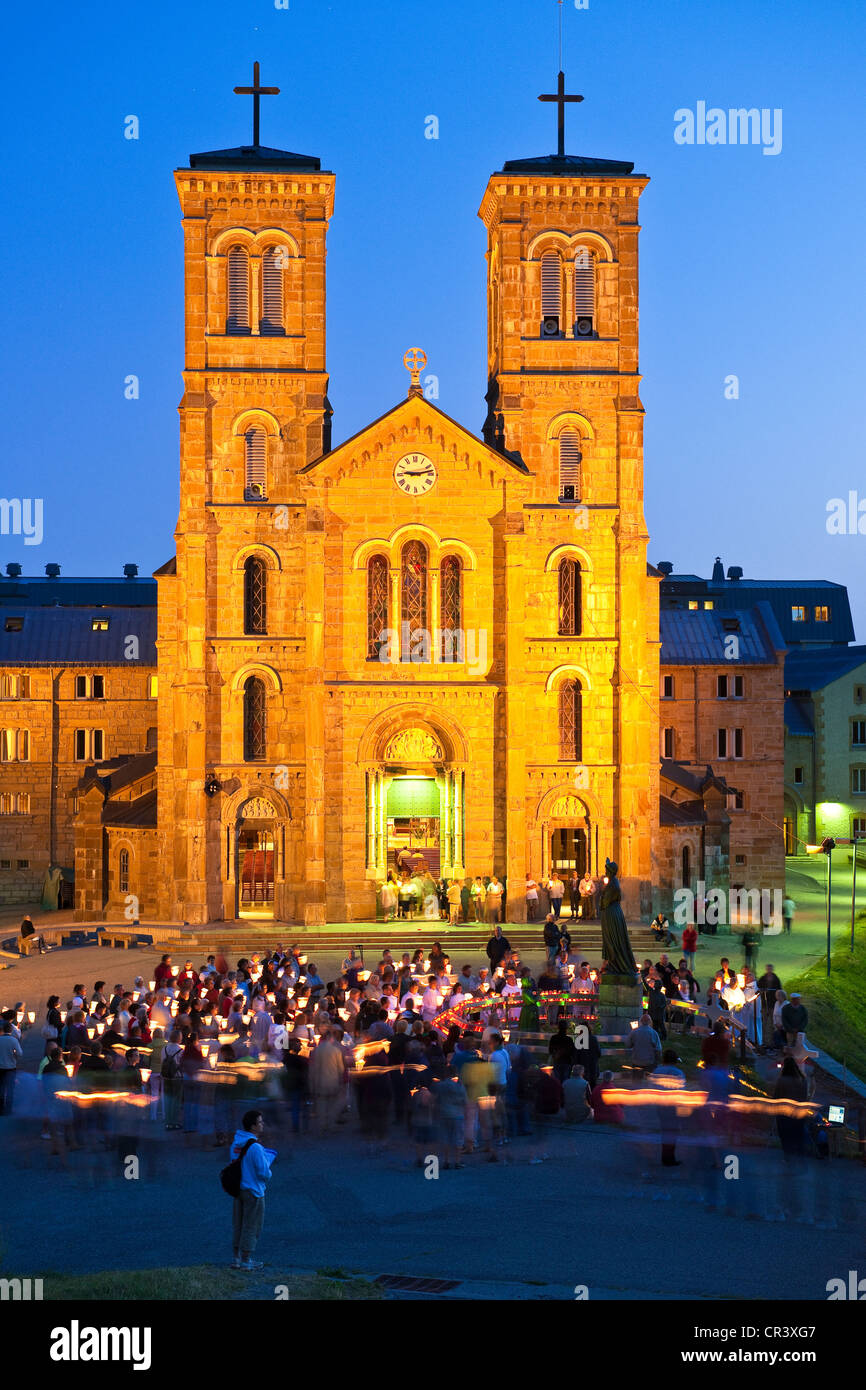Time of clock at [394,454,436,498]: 9:12
